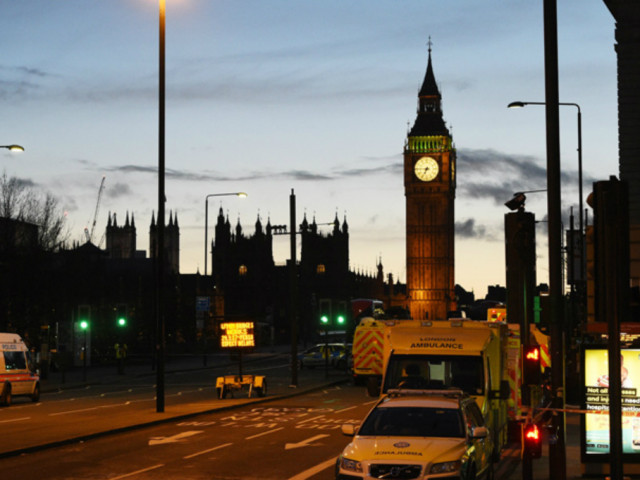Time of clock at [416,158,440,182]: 6:45
